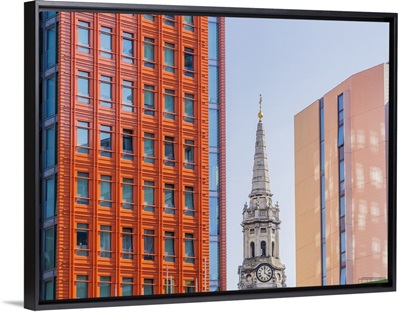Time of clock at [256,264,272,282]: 4:00
